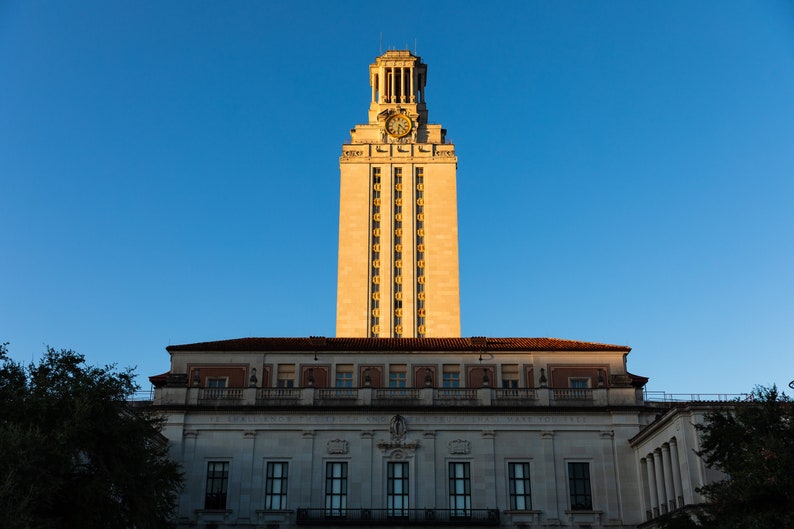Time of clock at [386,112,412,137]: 6:21
